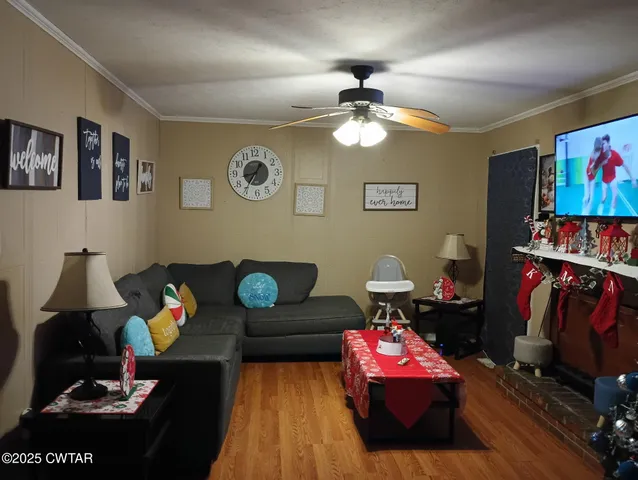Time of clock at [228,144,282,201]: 8:35
